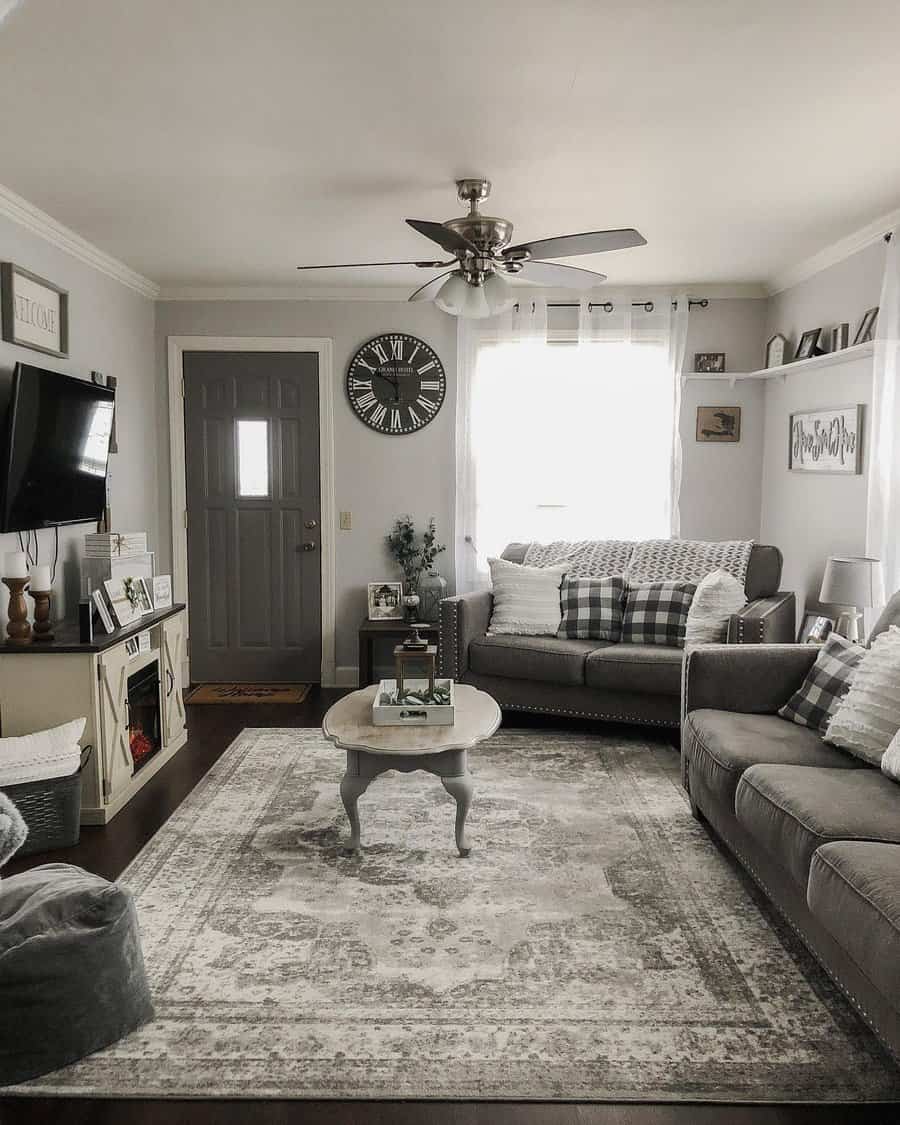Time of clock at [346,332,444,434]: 9:59
